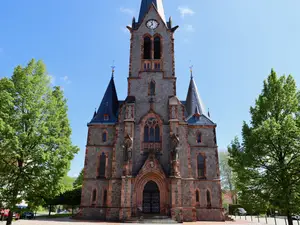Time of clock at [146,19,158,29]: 11:37
